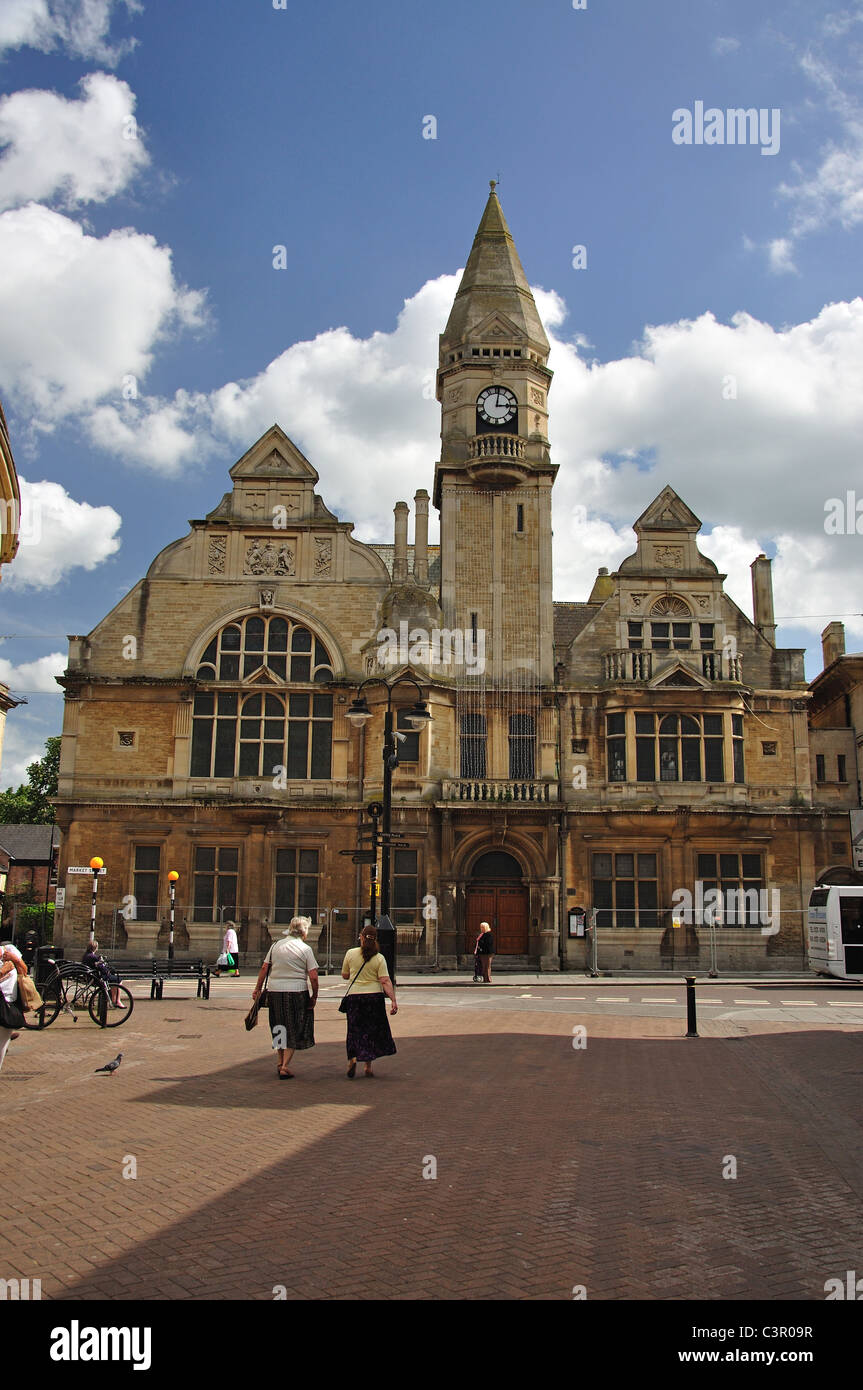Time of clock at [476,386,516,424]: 3:01
